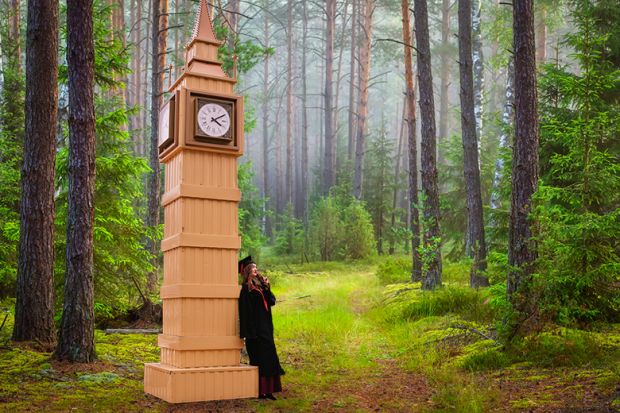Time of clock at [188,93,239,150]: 4:09
